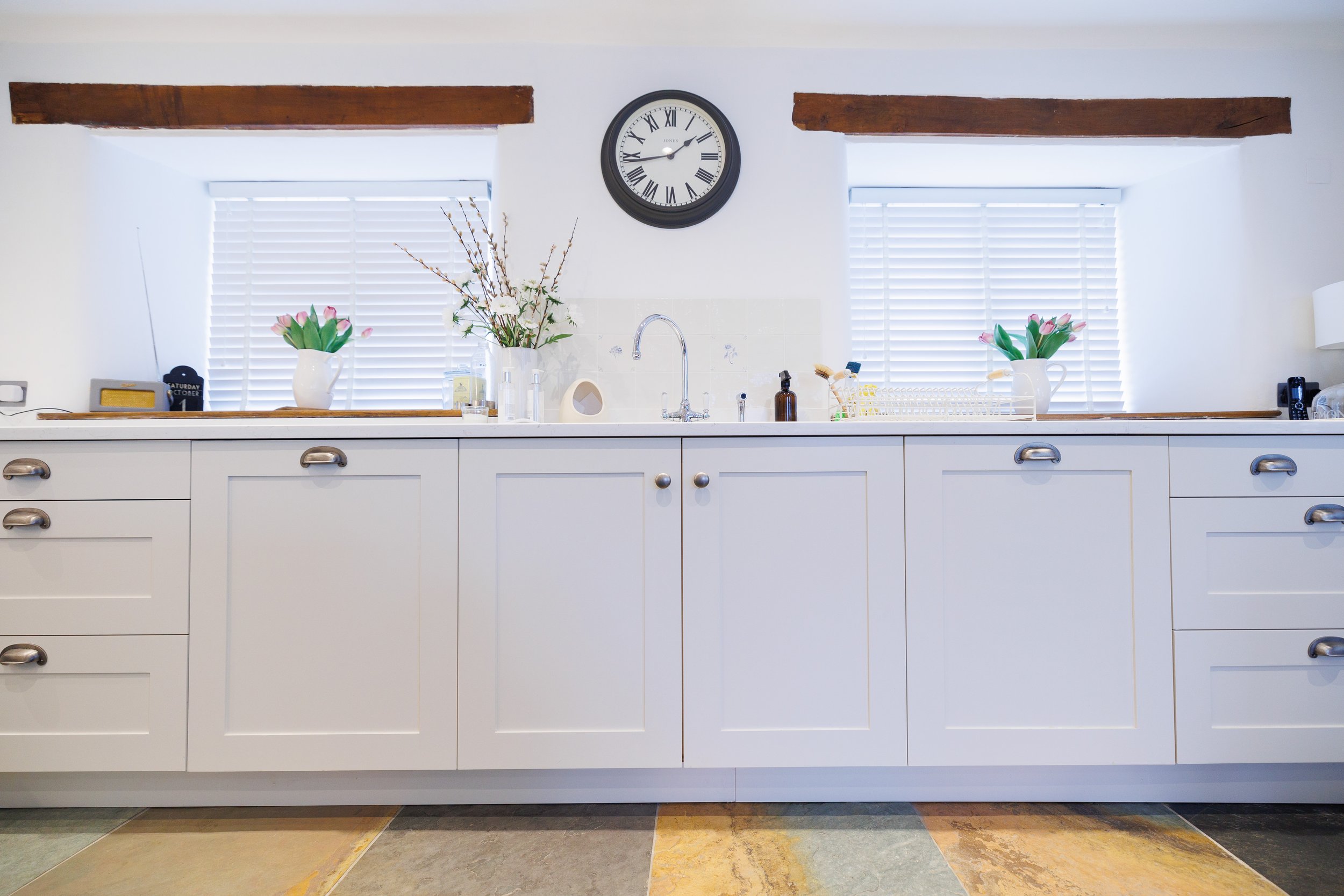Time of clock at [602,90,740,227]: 1:43
